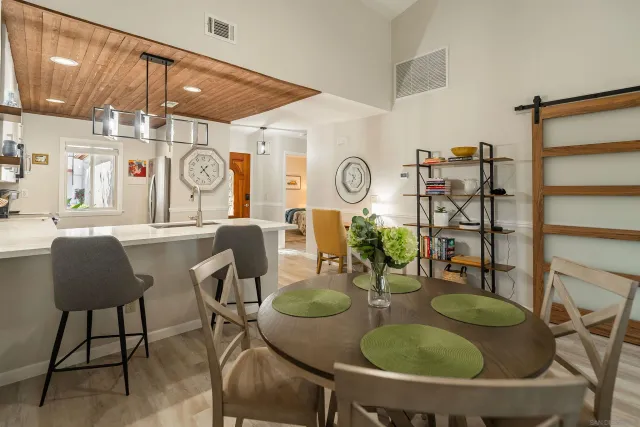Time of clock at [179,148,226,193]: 1:23
